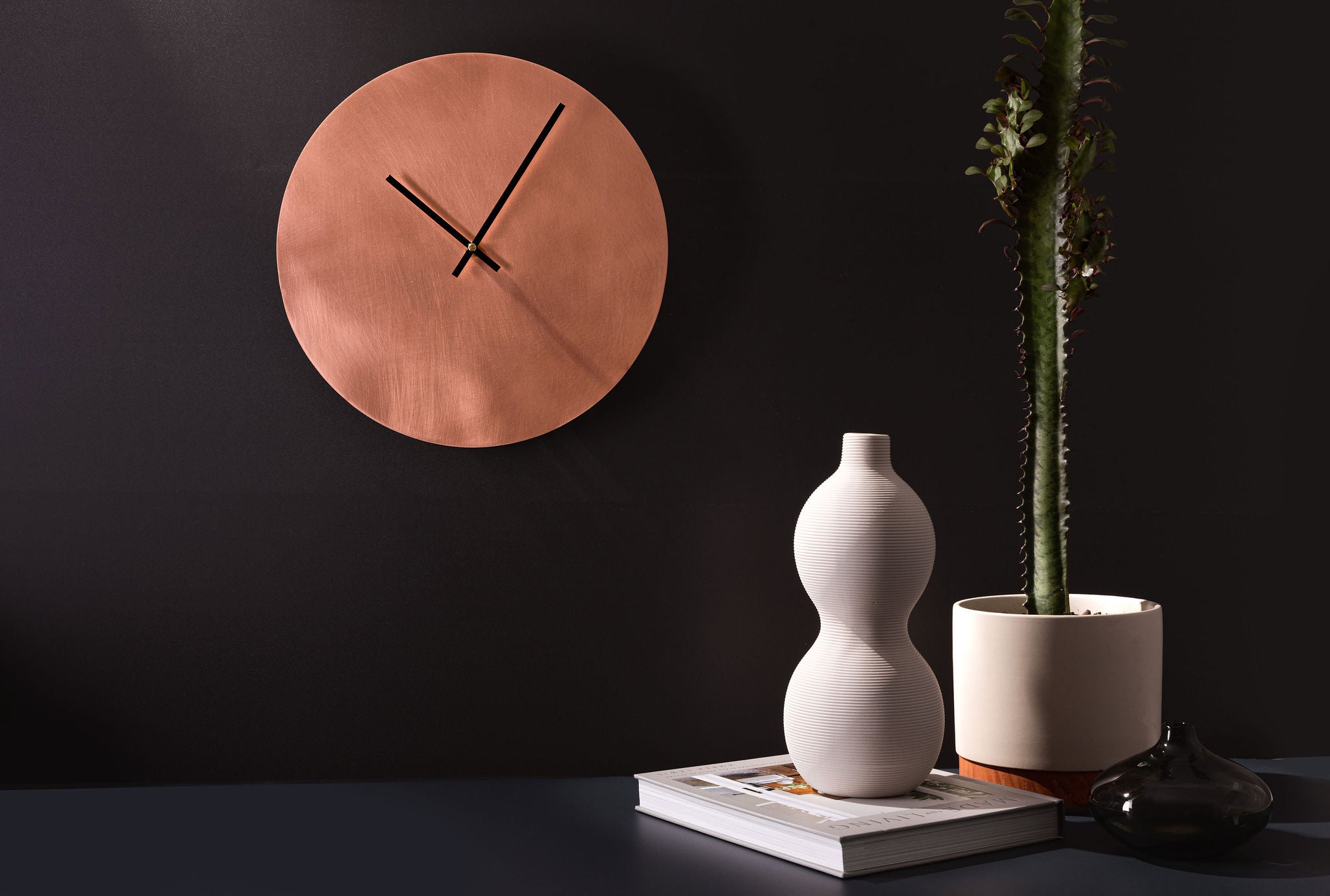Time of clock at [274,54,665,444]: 10:05
